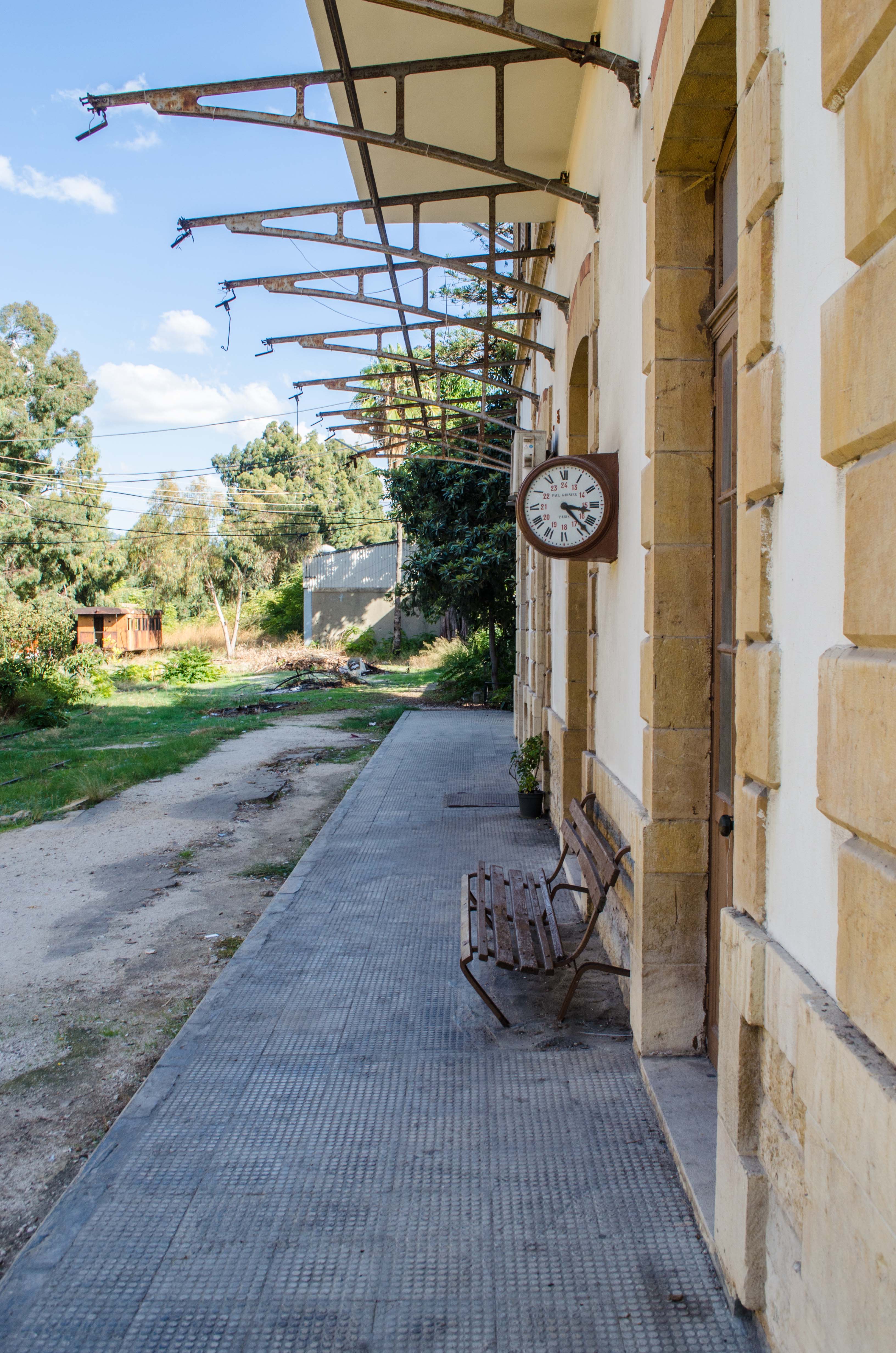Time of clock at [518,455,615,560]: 3:22
